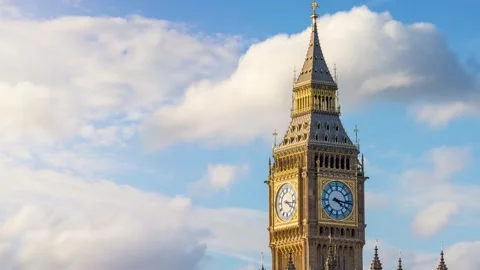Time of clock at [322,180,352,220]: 4:16
